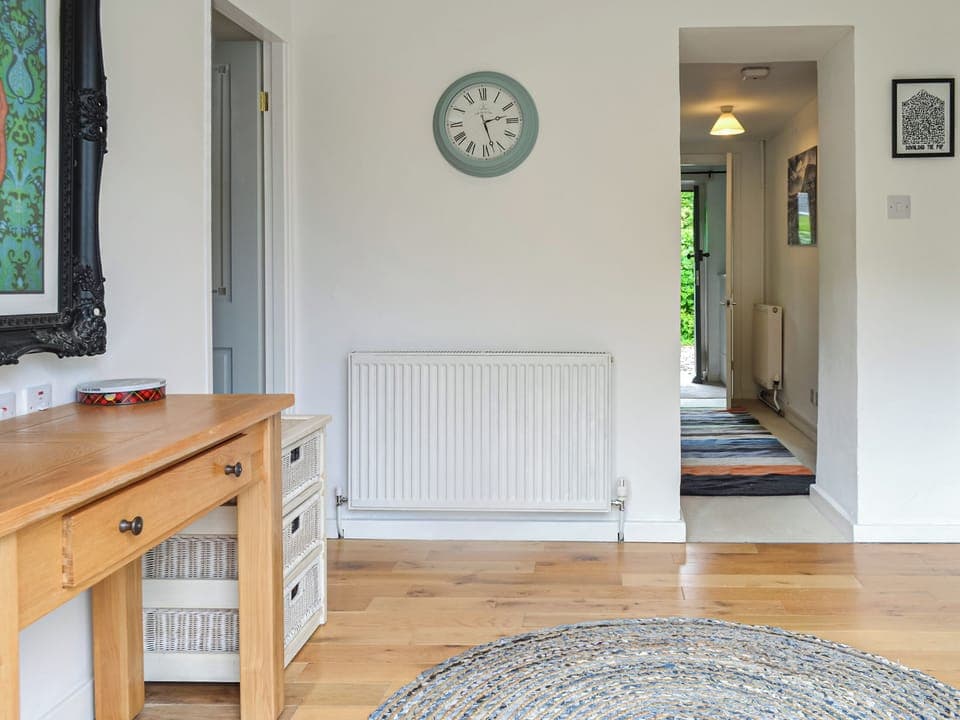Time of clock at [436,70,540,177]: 2:27
